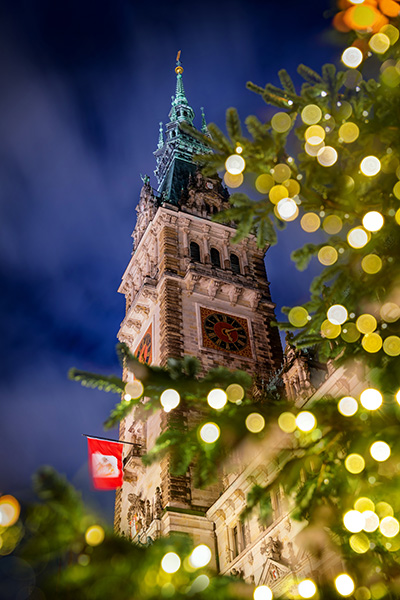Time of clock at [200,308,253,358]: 5:09
